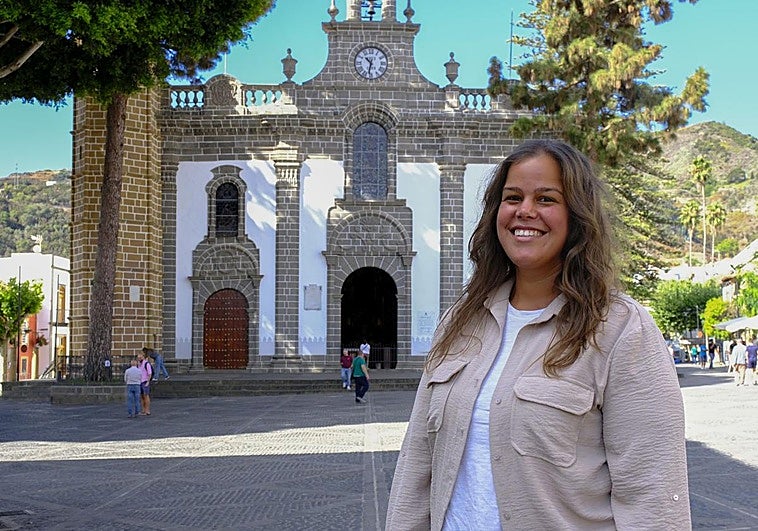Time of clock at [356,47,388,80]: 10:32
